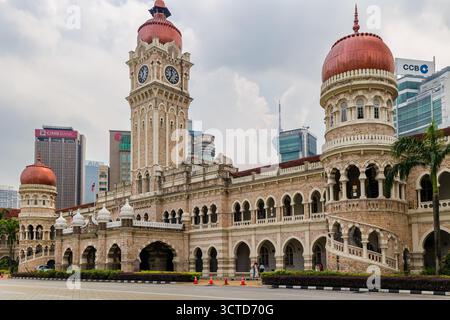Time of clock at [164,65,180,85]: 11:35
